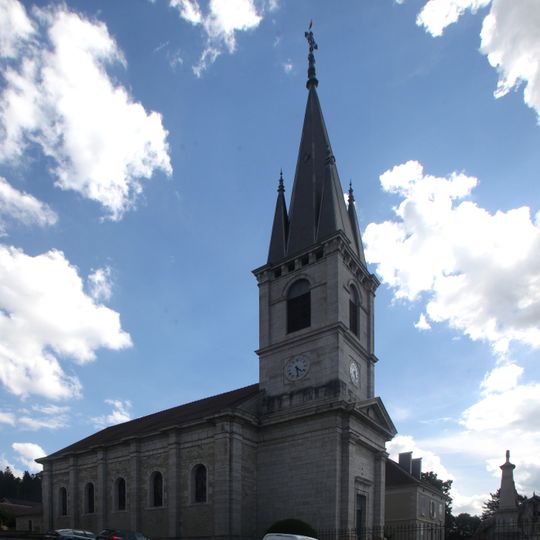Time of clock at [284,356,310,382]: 4:28
